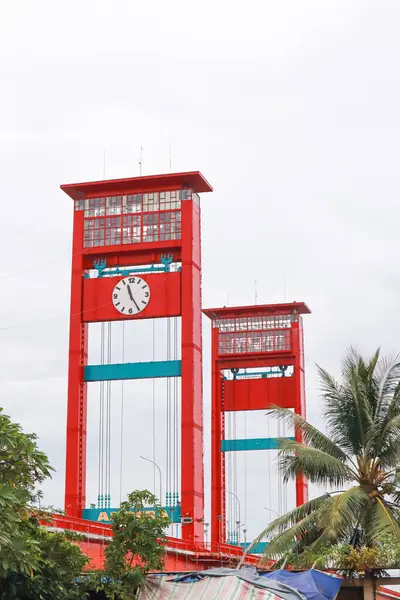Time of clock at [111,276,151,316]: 11:24
